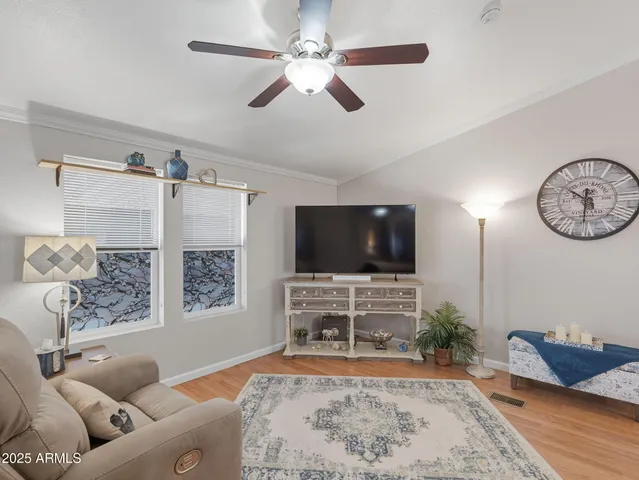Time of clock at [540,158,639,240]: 10:31
